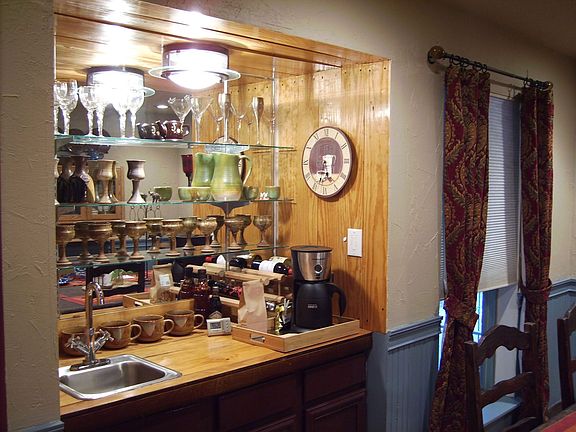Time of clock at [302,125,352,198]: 5:33
